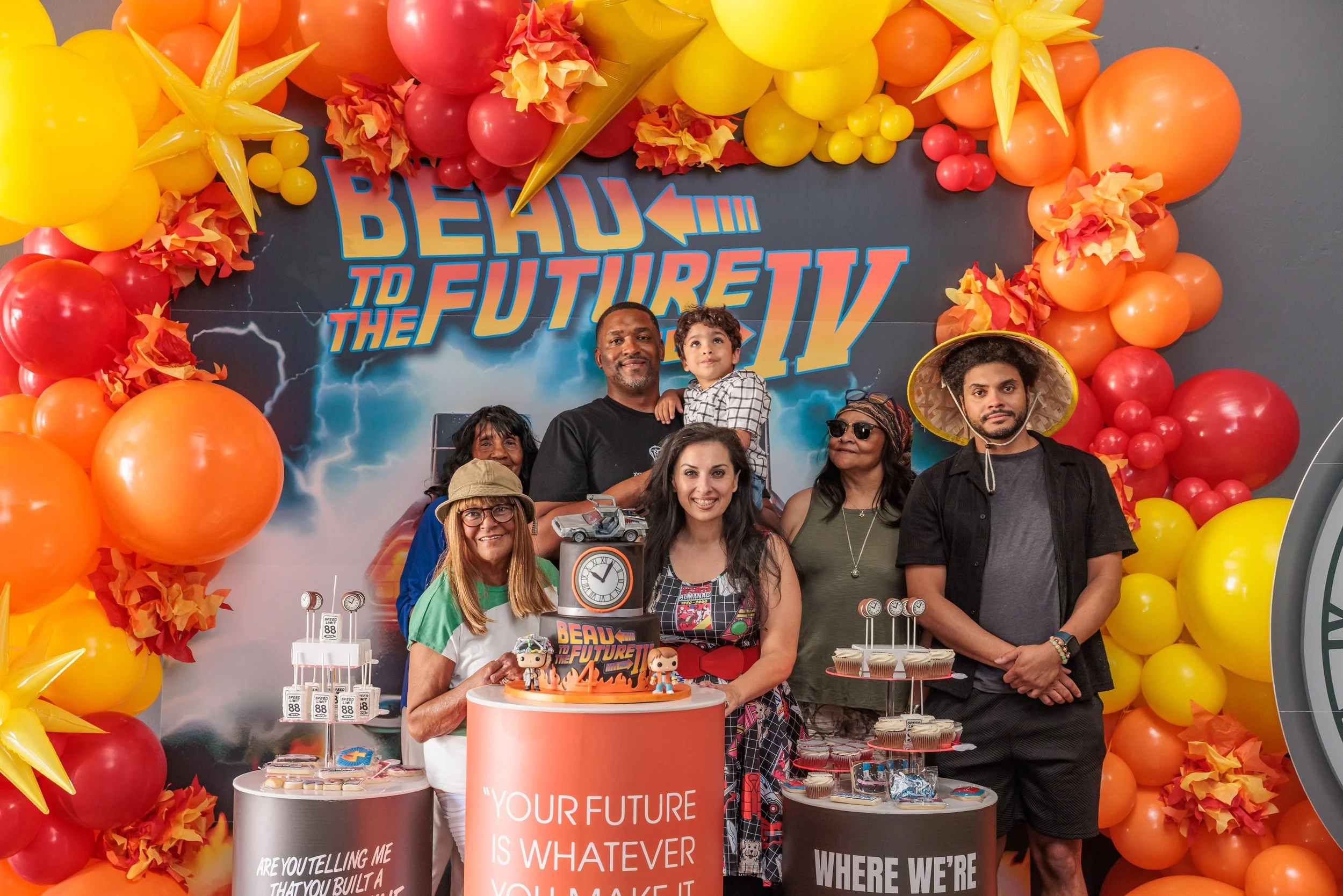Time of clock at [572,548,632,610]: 10:04
